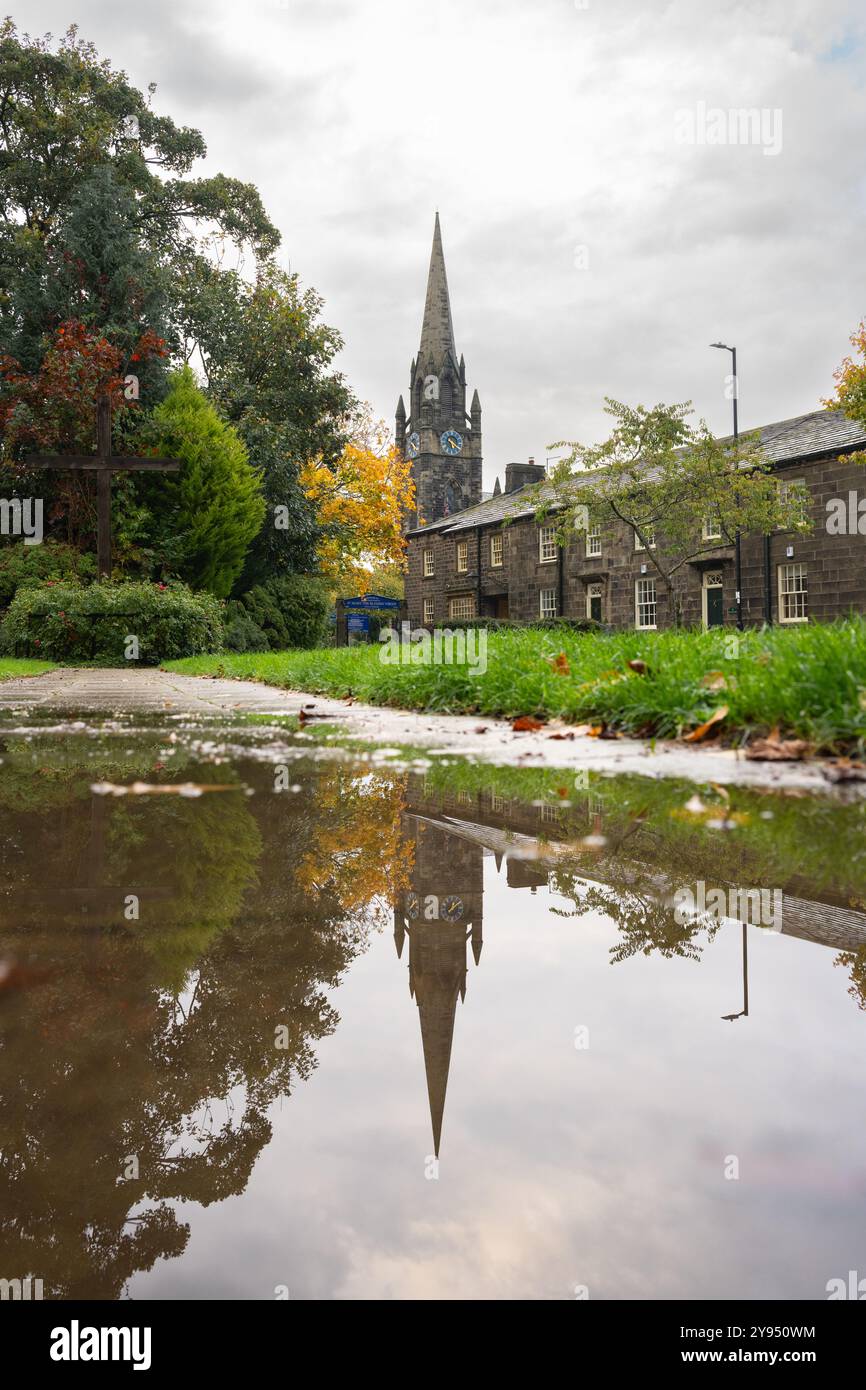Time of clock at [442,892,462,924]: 12:07
